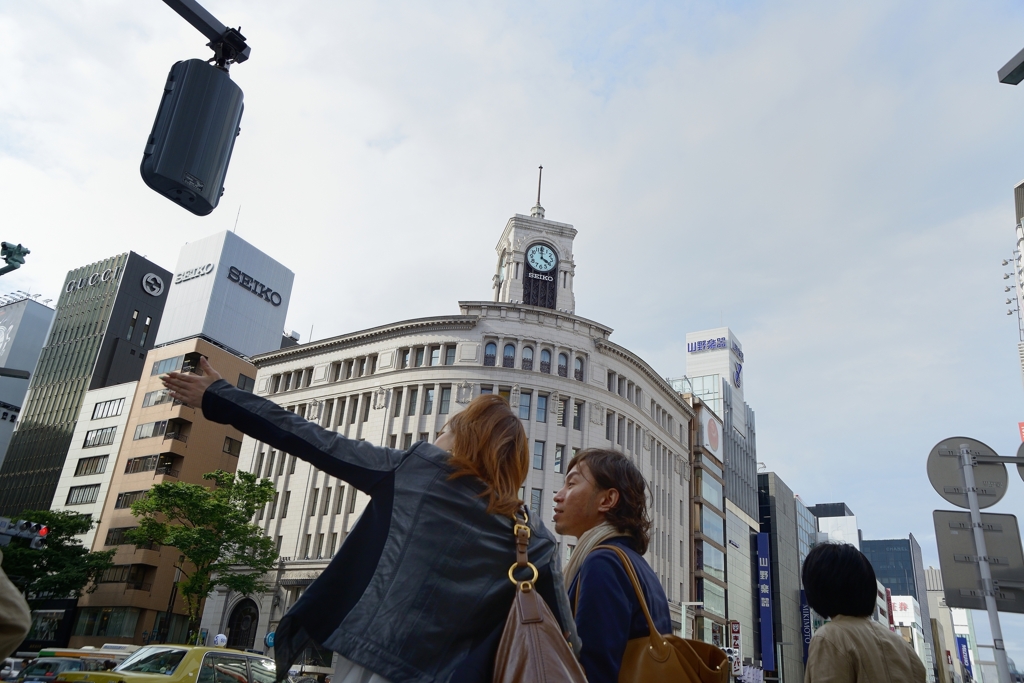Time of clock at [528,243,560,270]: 3:59
